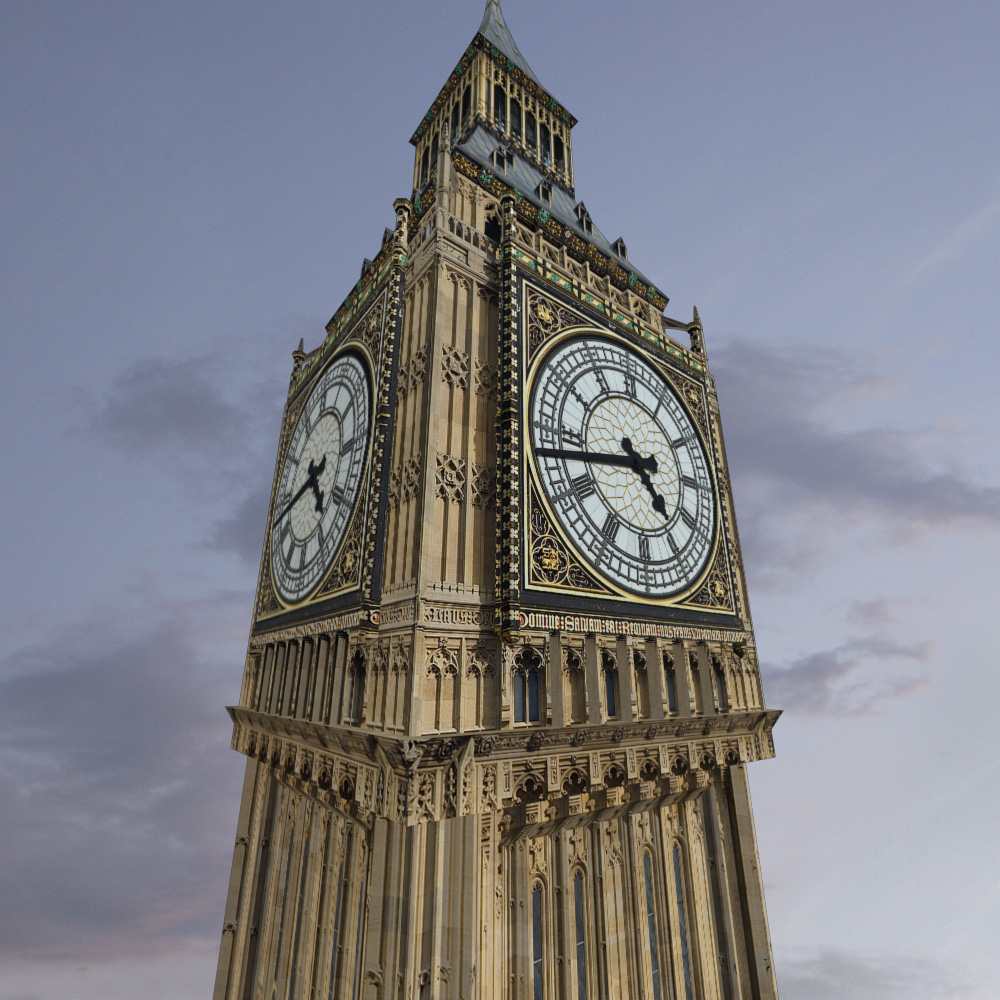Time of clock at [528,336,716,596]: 4:43
